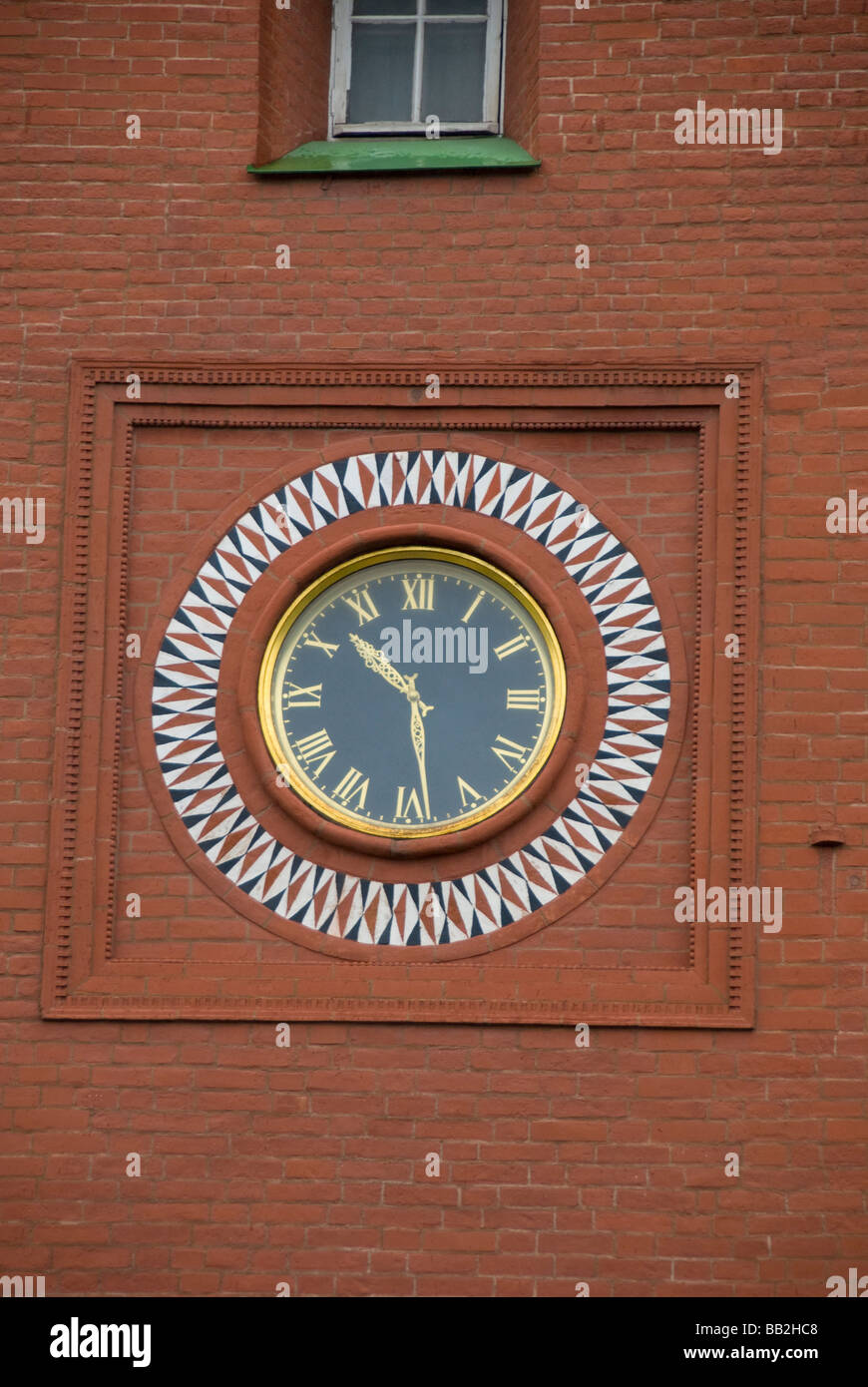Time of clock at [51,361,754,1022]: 10:28
